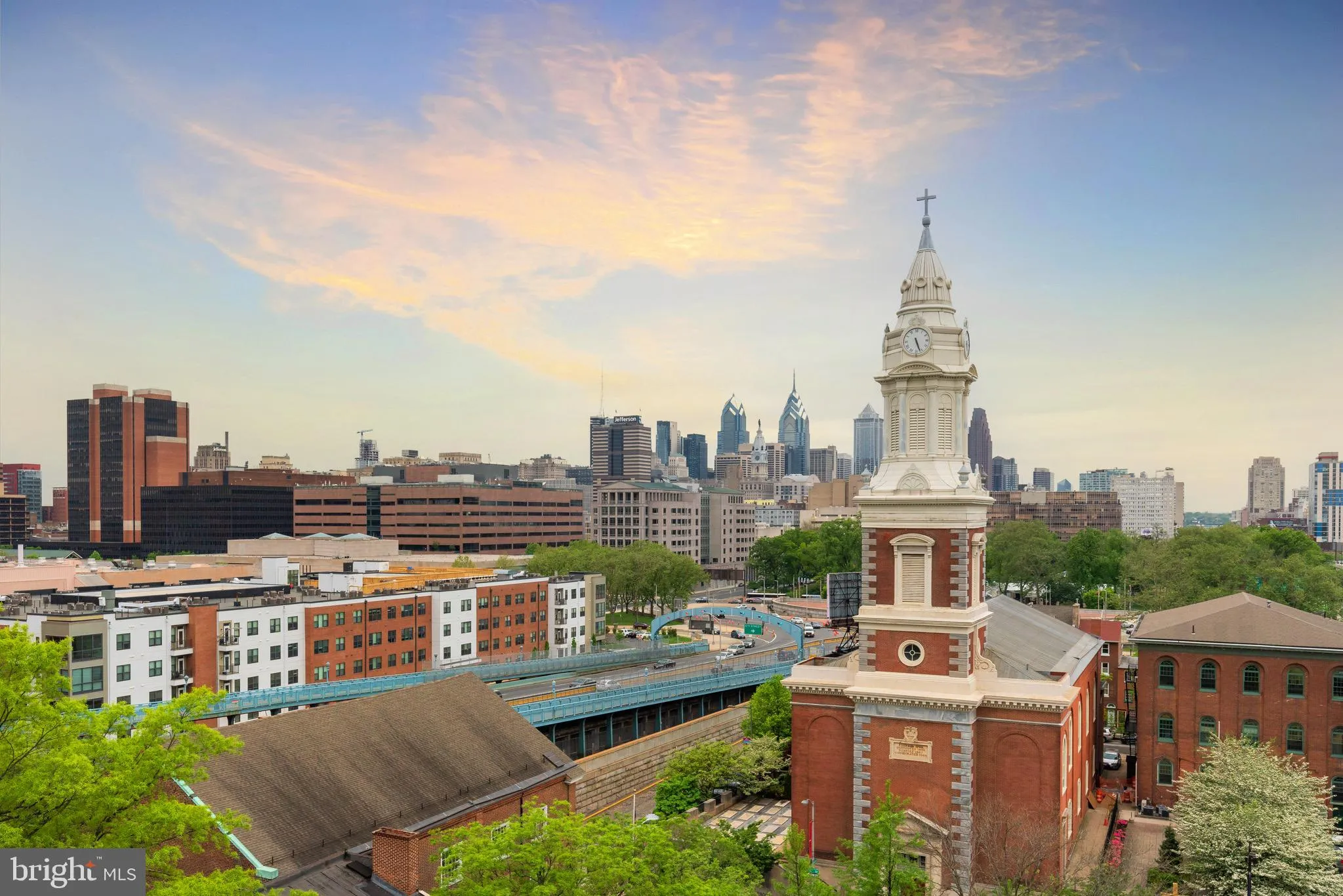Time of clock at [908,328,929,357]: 5:26
